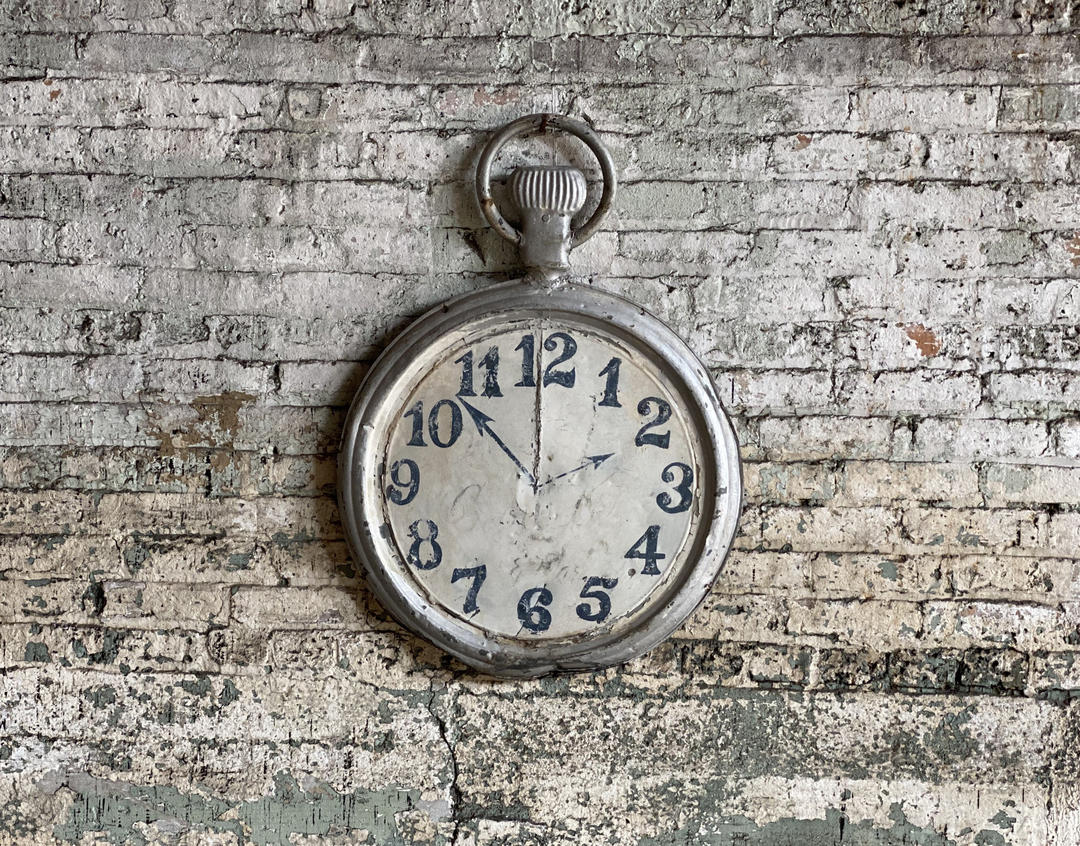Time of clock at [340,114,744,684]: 11:52
